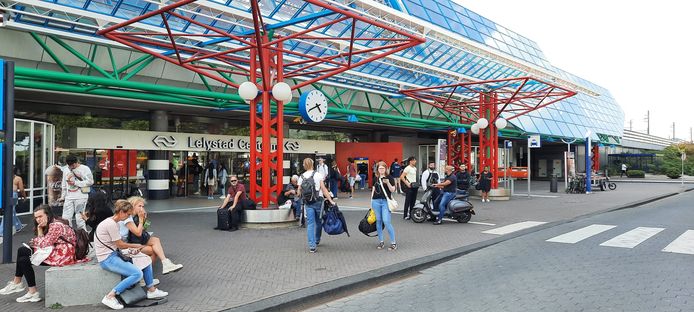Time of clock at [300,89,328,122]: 4:40
